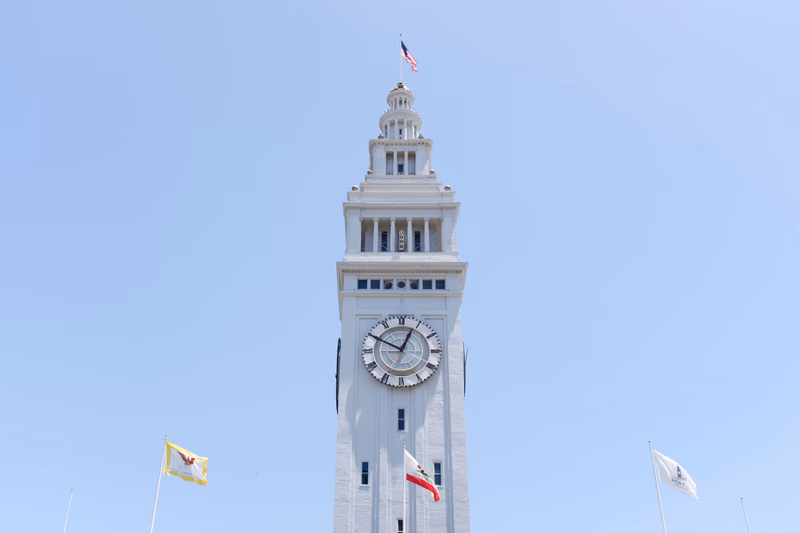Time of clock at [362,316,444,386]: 12:49
